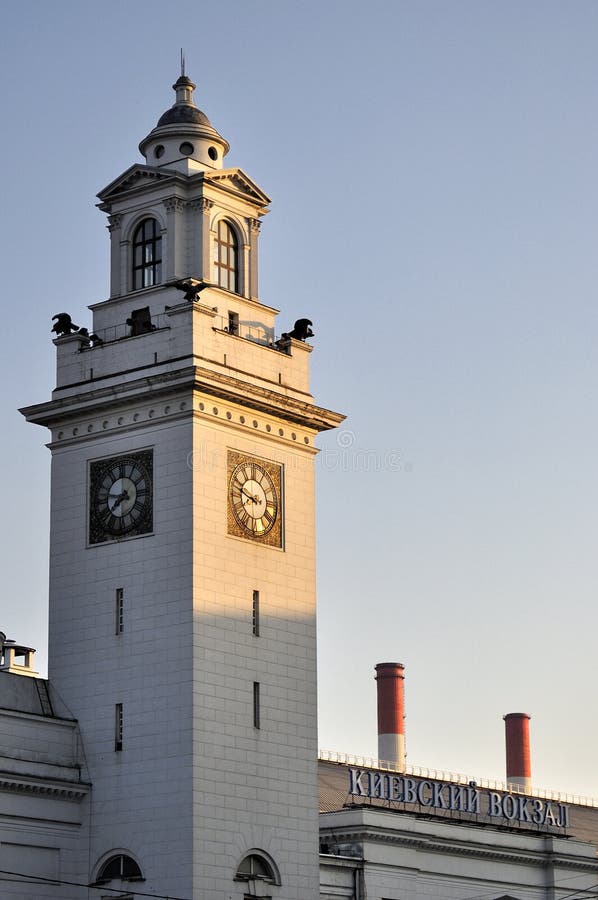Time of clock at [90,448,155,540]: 7:47
